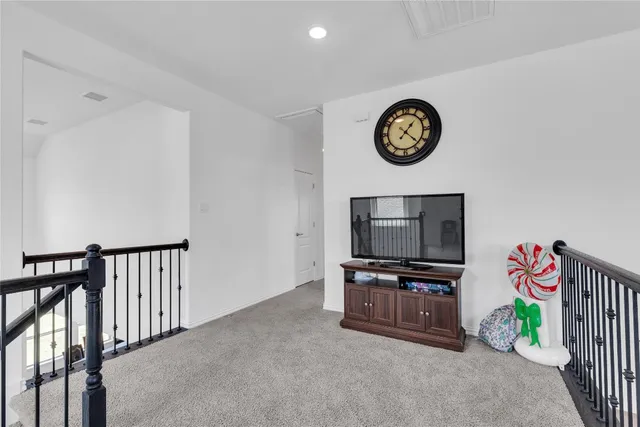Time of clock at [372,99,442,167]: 1:22
